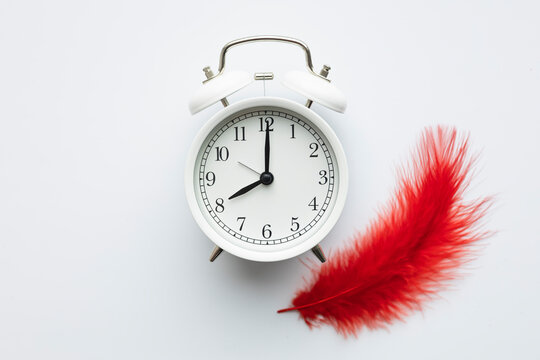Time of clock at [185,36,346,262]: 8:00
